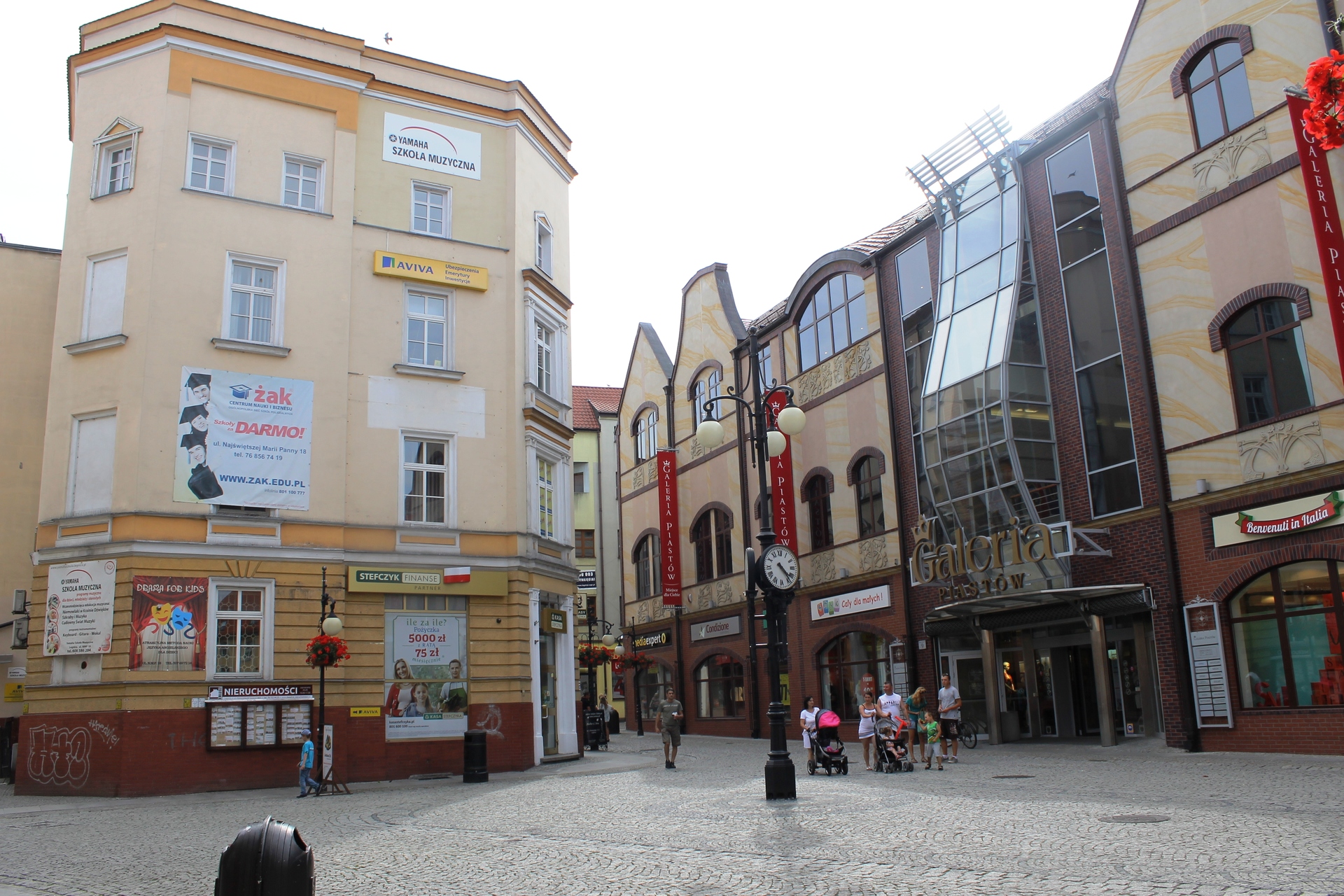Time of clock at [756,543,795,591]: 4:23
